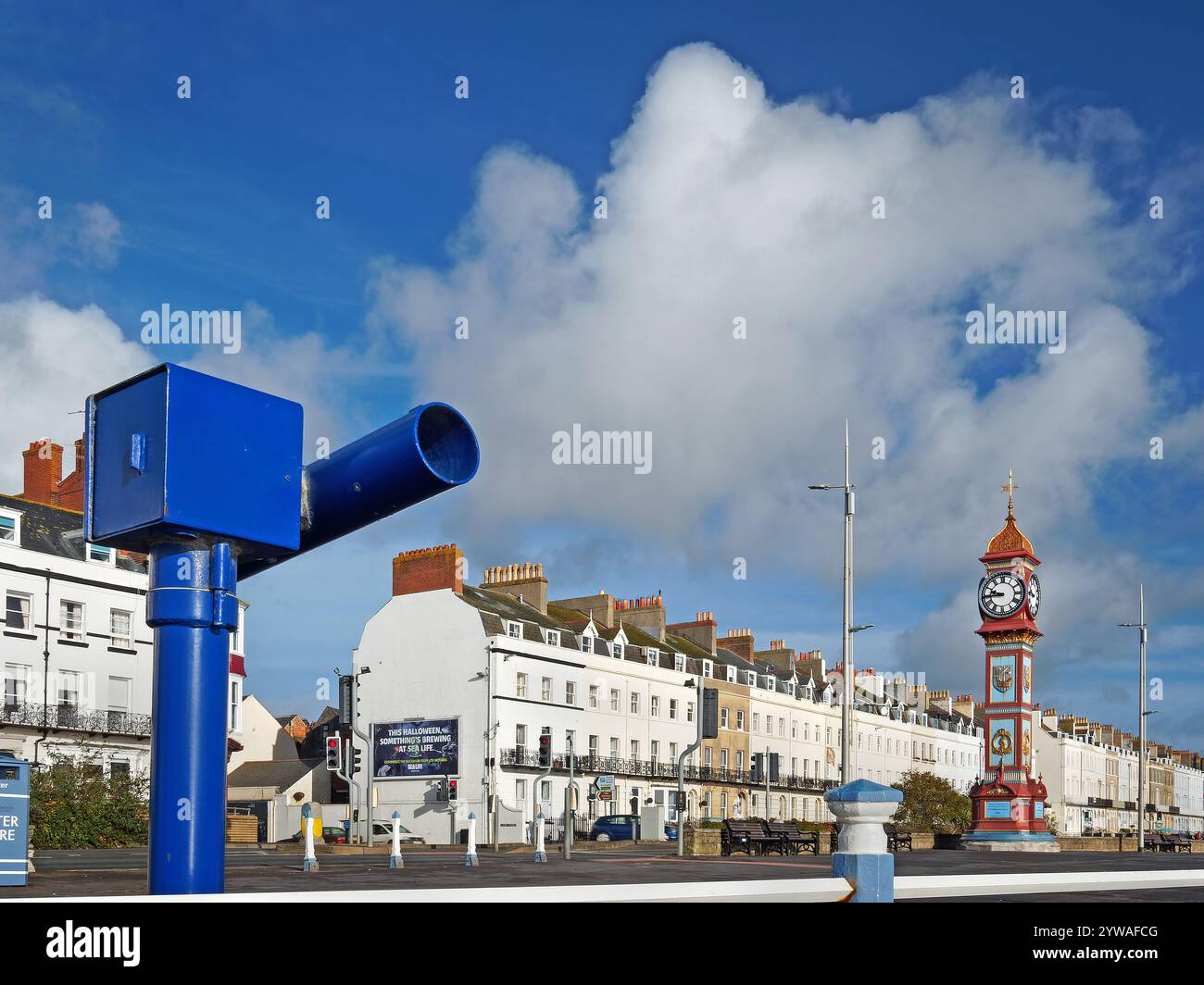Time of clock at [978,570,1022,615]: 9:44
